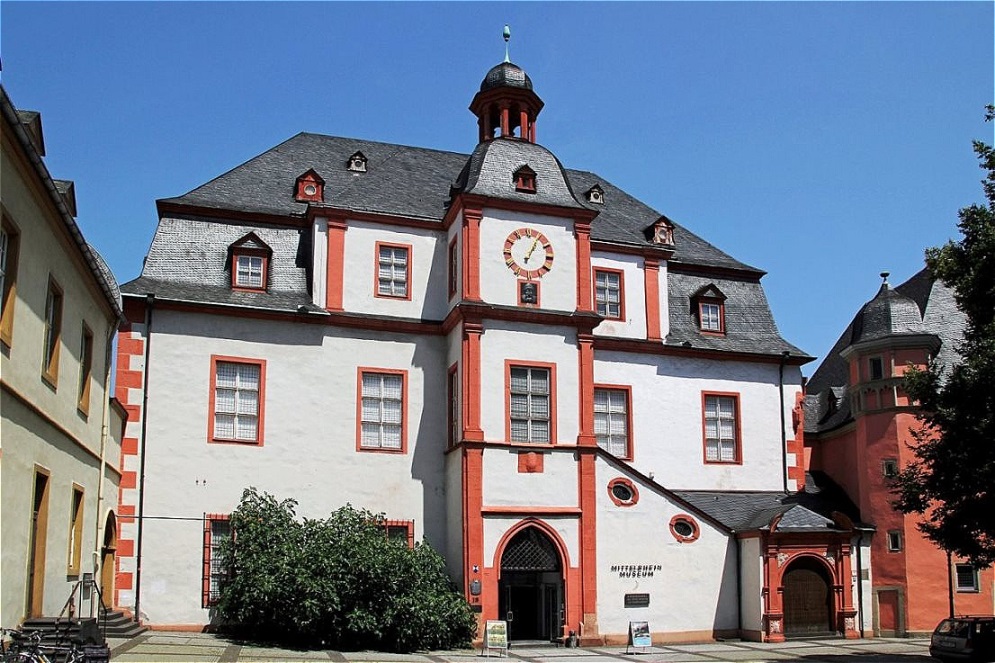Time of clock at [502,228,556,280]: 1:04
